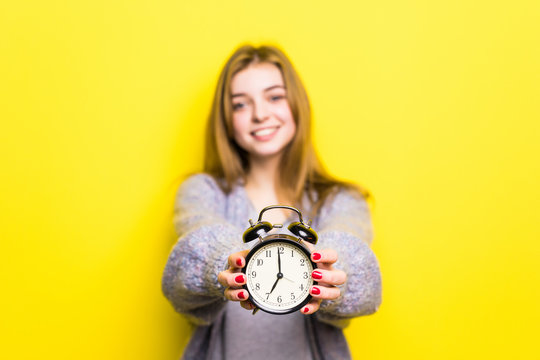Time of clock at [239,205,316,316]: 6:59
